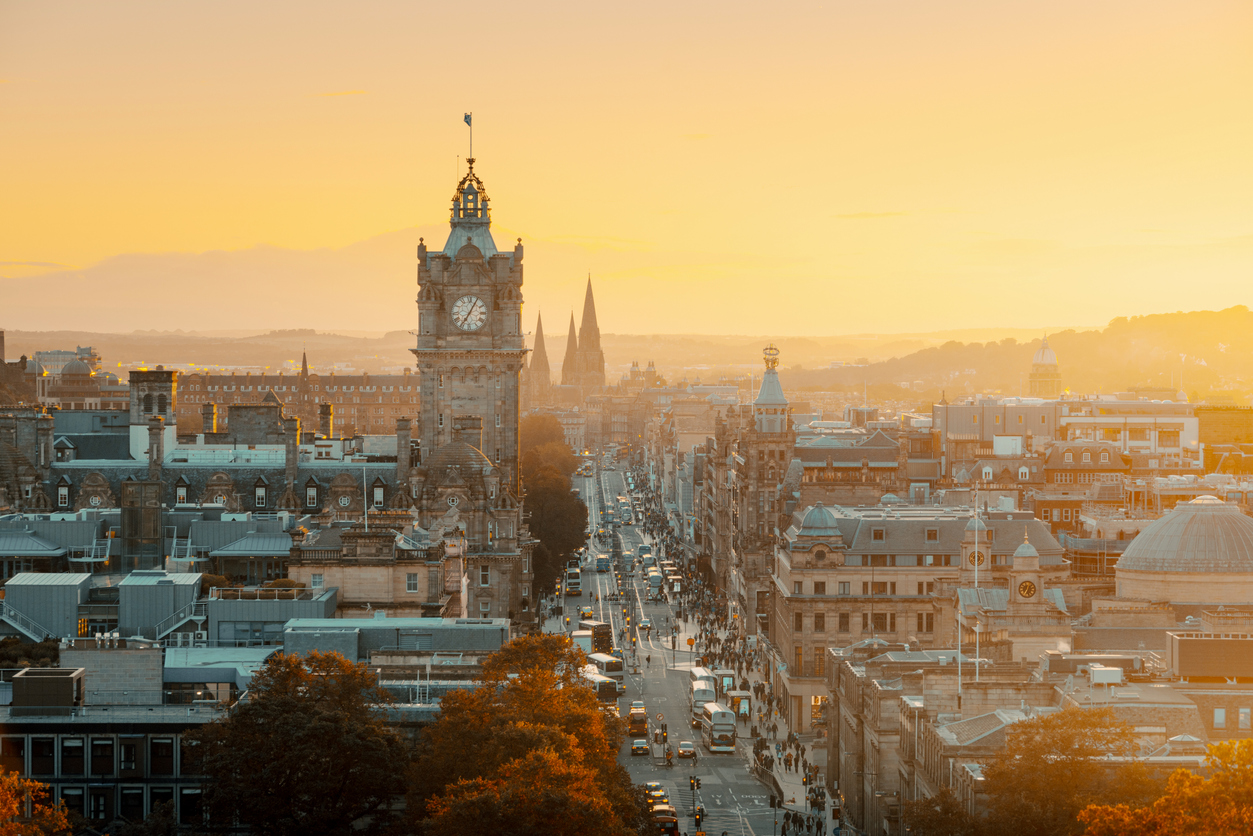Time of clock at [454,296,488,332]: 7:04
